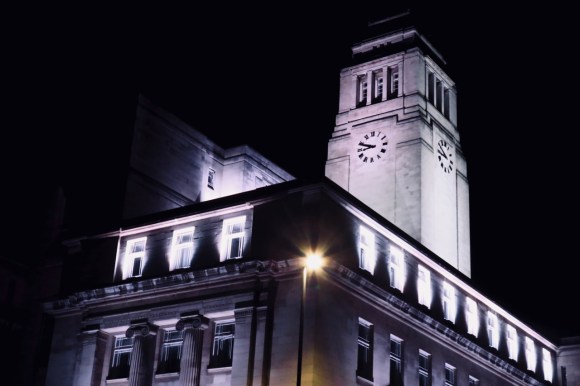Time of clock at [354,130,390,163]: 8:48
